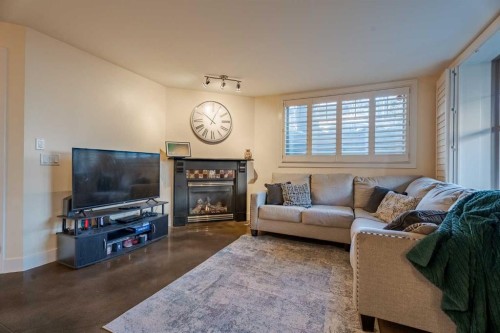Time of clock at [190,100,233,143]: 12:52
